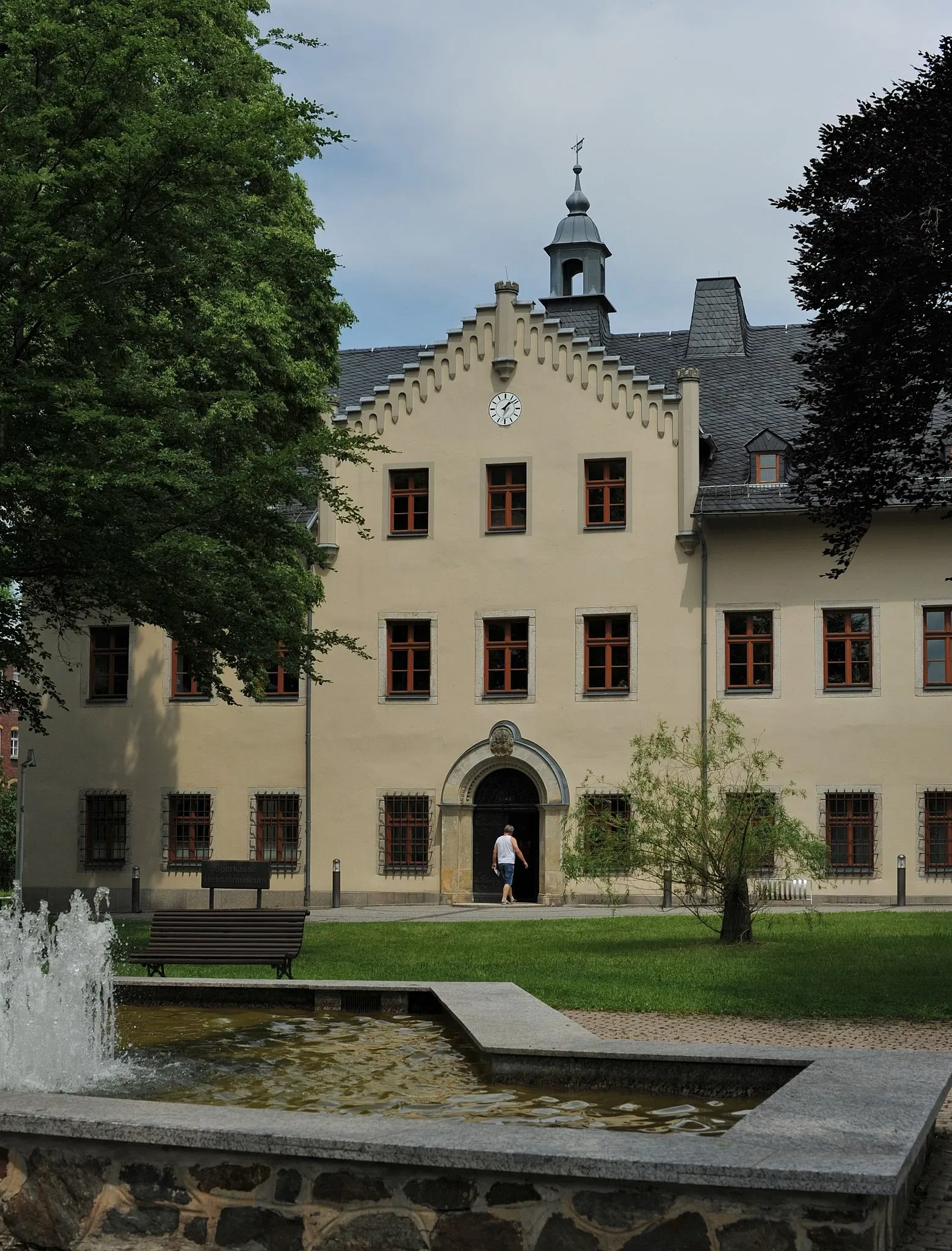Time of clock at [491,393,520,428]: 1:08
